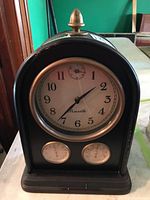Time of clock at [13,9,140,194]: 1:36
